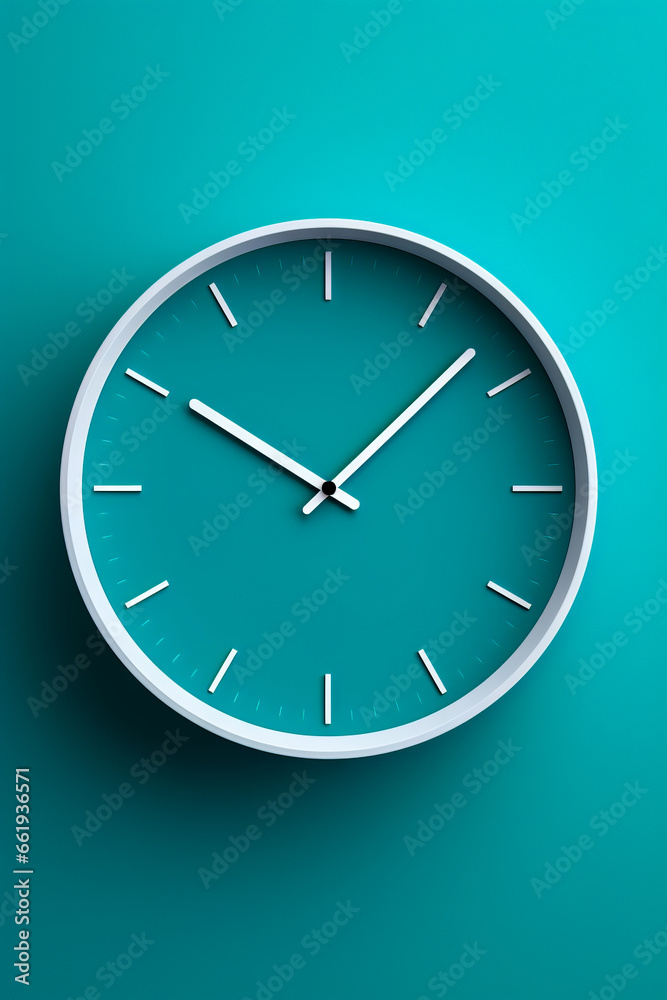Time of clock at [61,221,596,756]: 10:07
